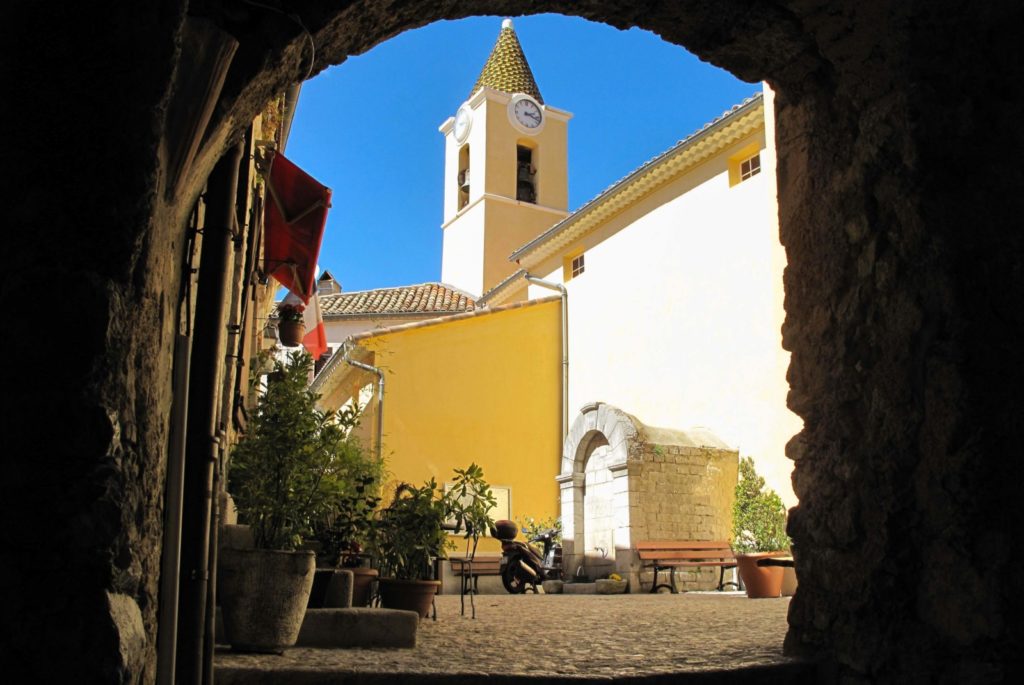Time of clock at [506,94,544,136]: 2:17
